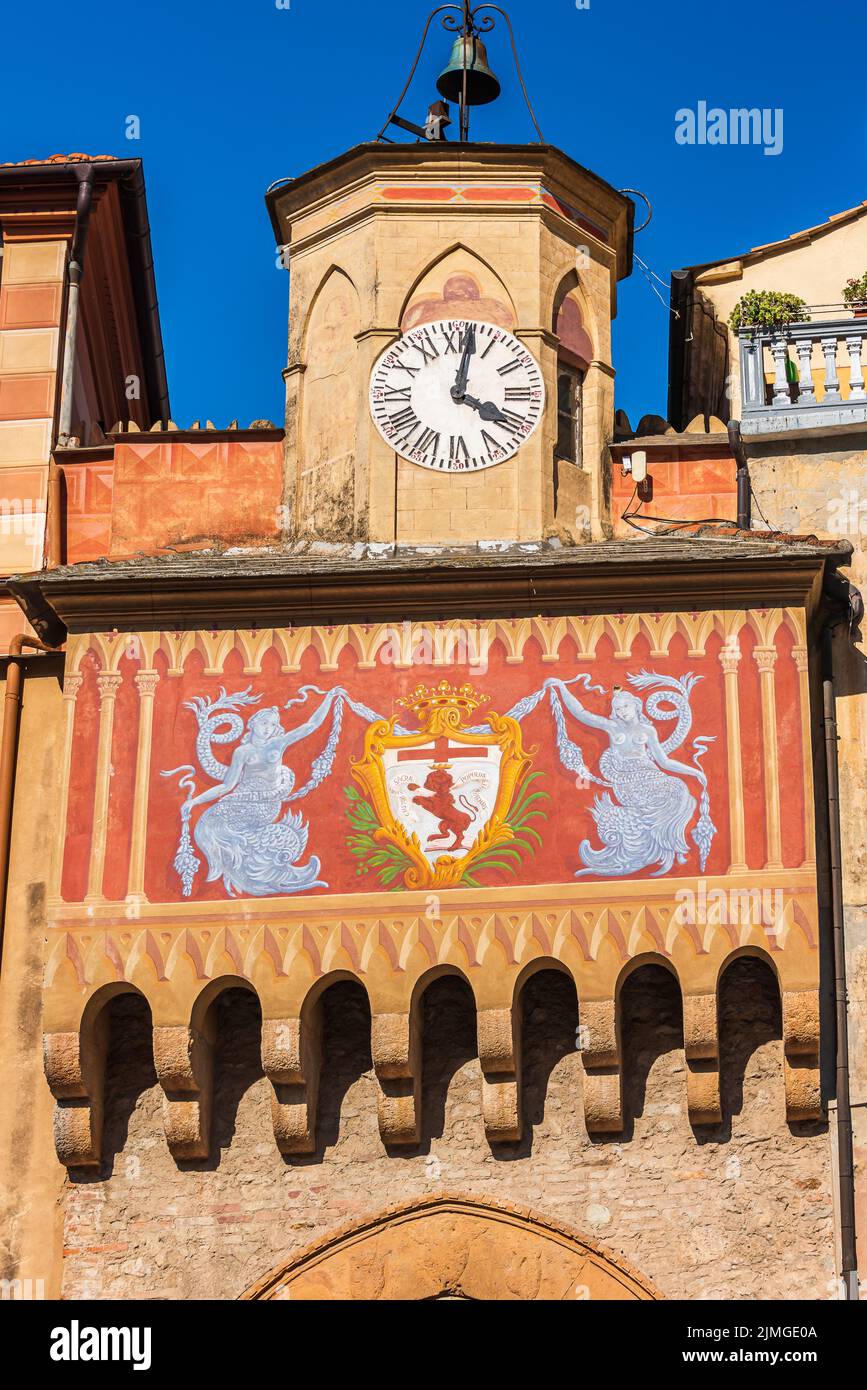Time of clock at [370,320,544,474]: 4:02
